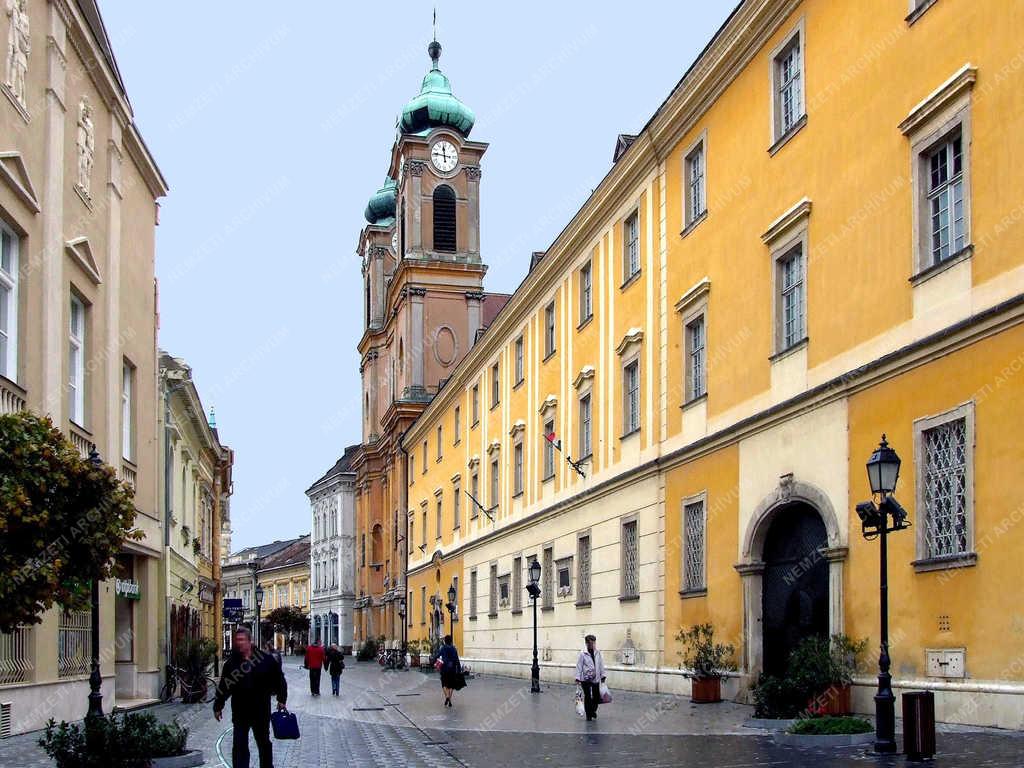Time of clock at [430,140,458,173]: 11:46
